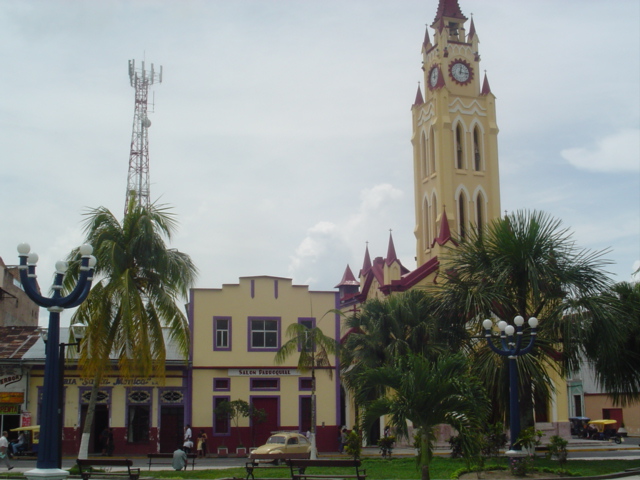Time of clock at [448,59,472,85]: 3:02
